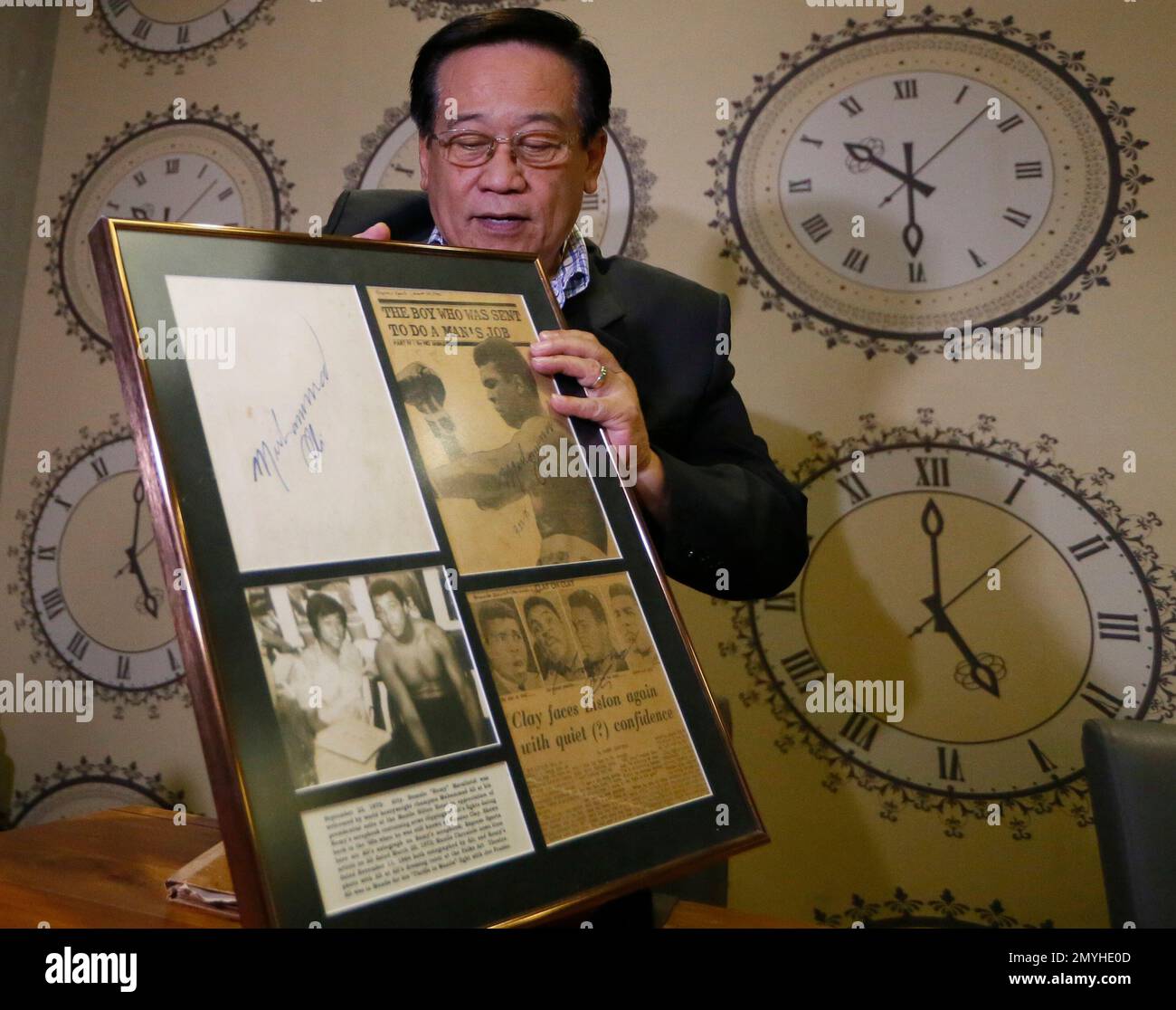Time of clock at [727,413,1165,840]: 5:00
